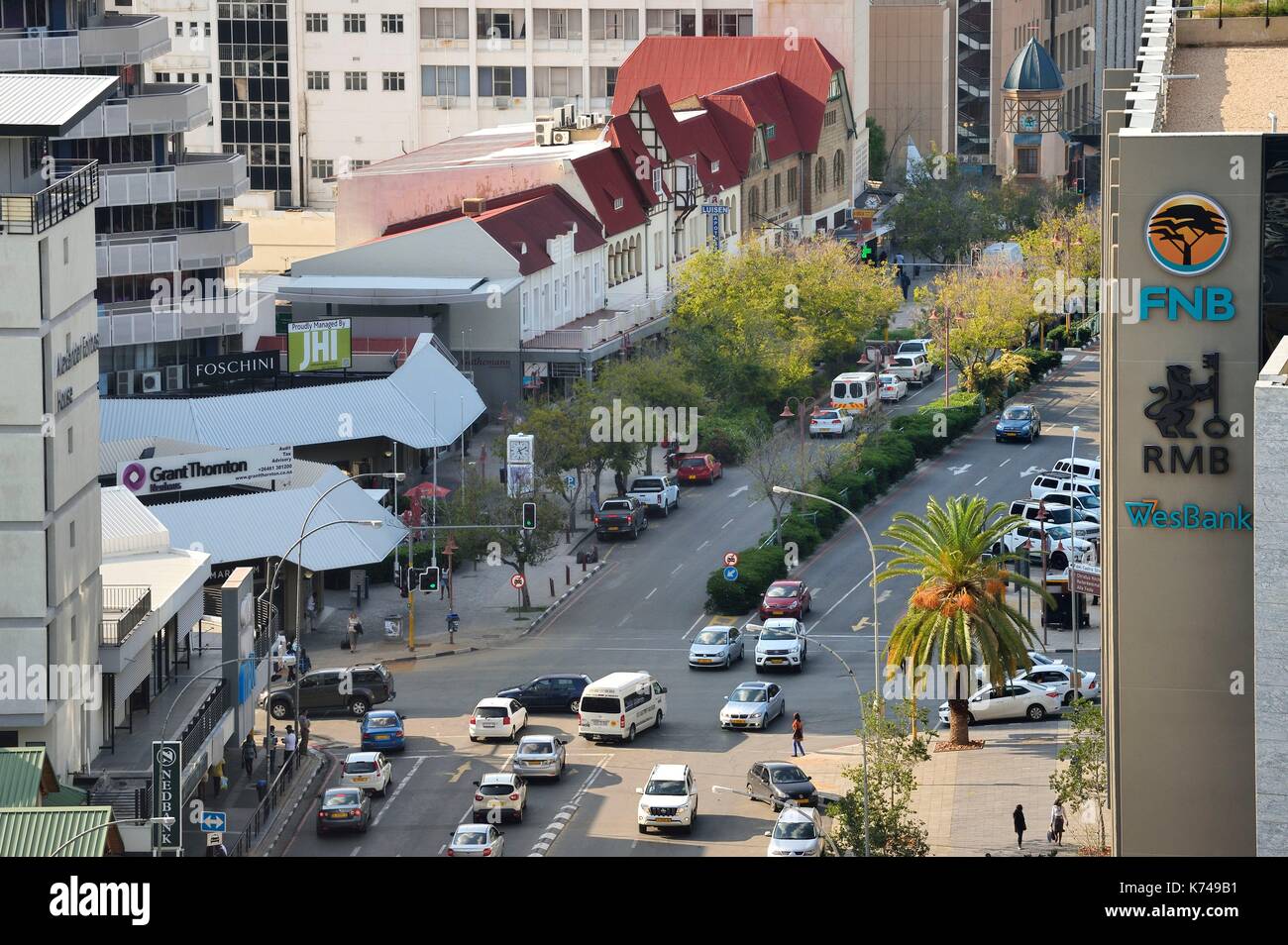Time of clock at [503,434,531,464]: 5:10
